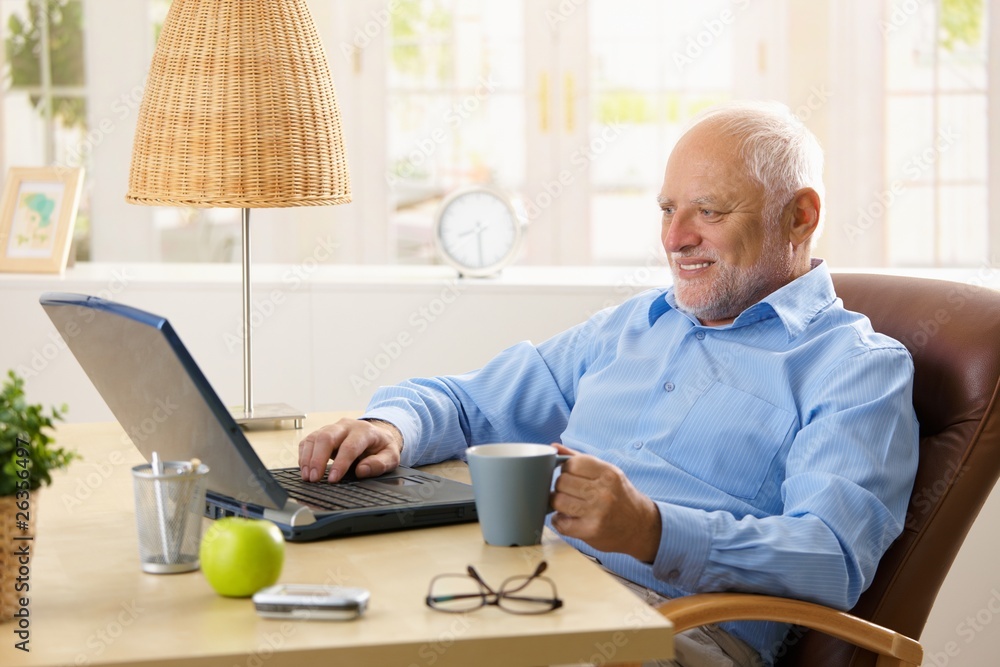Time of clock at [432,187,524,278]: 8:29
